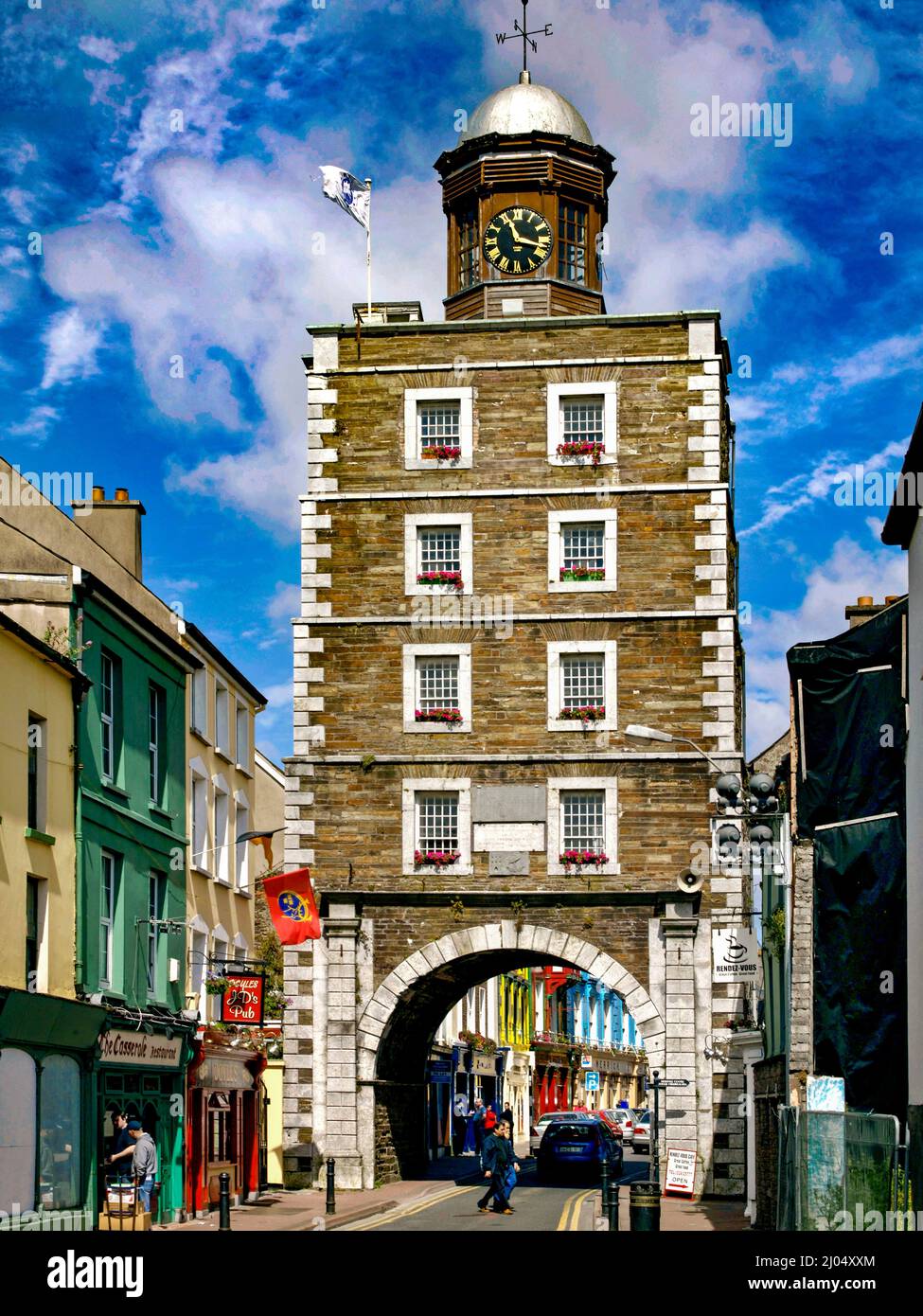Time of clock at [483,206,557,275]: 11:17
